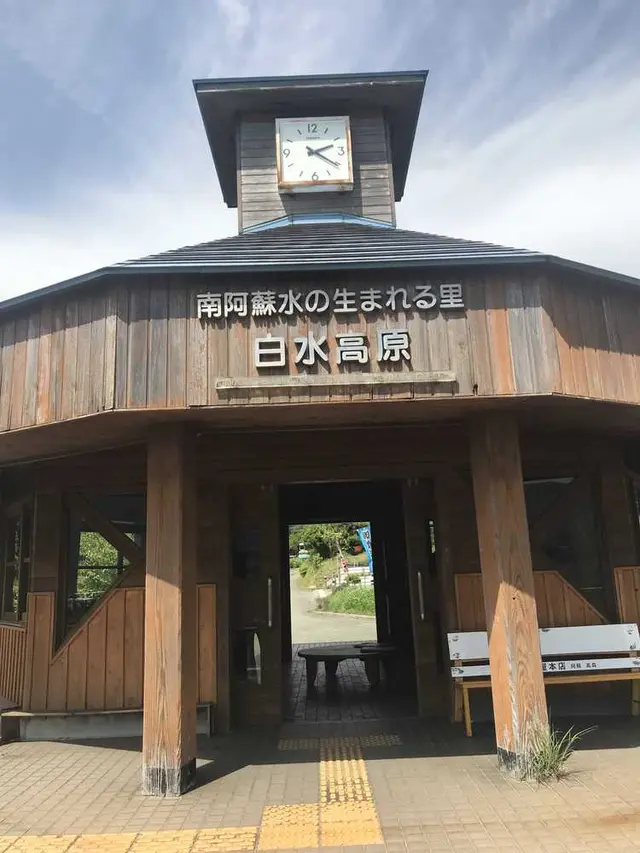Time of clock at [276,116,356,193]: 2:20
